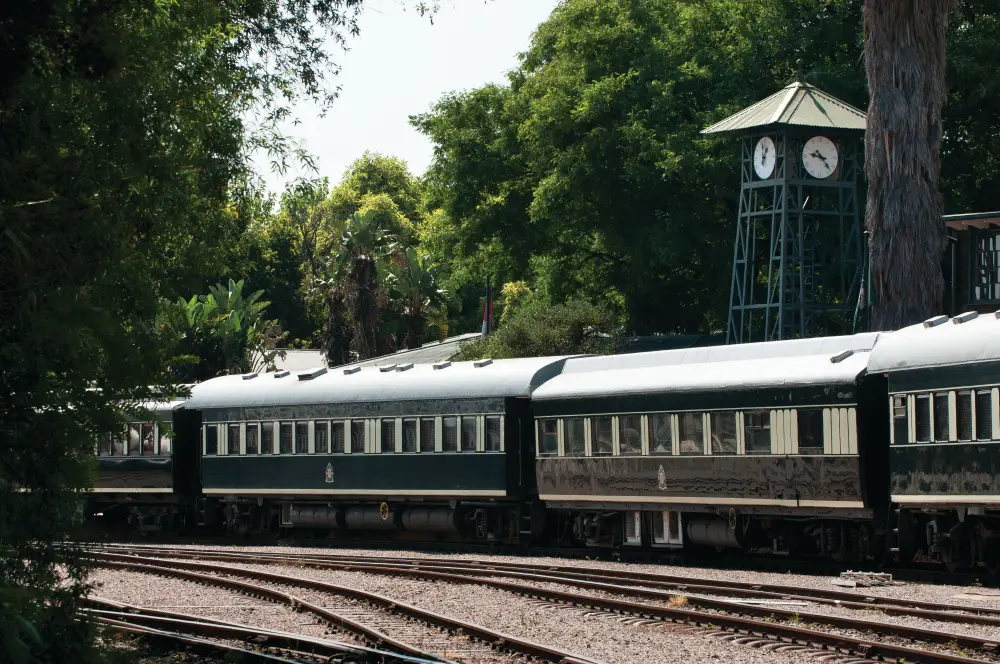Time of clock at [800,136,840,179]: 9:23
